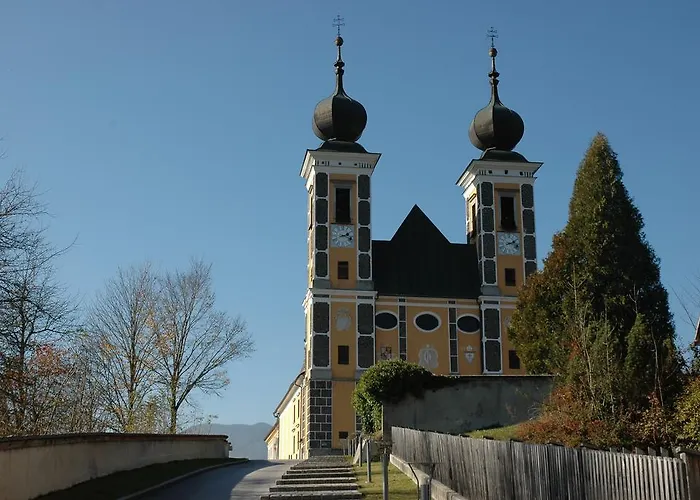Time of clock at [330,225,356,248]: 2:18
